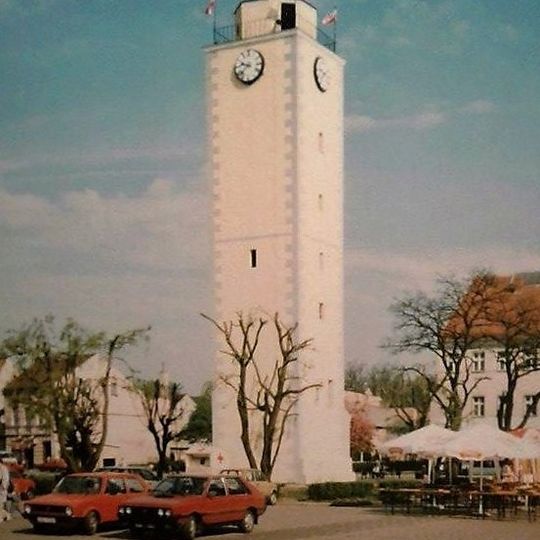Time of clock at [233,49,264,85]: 9:38
